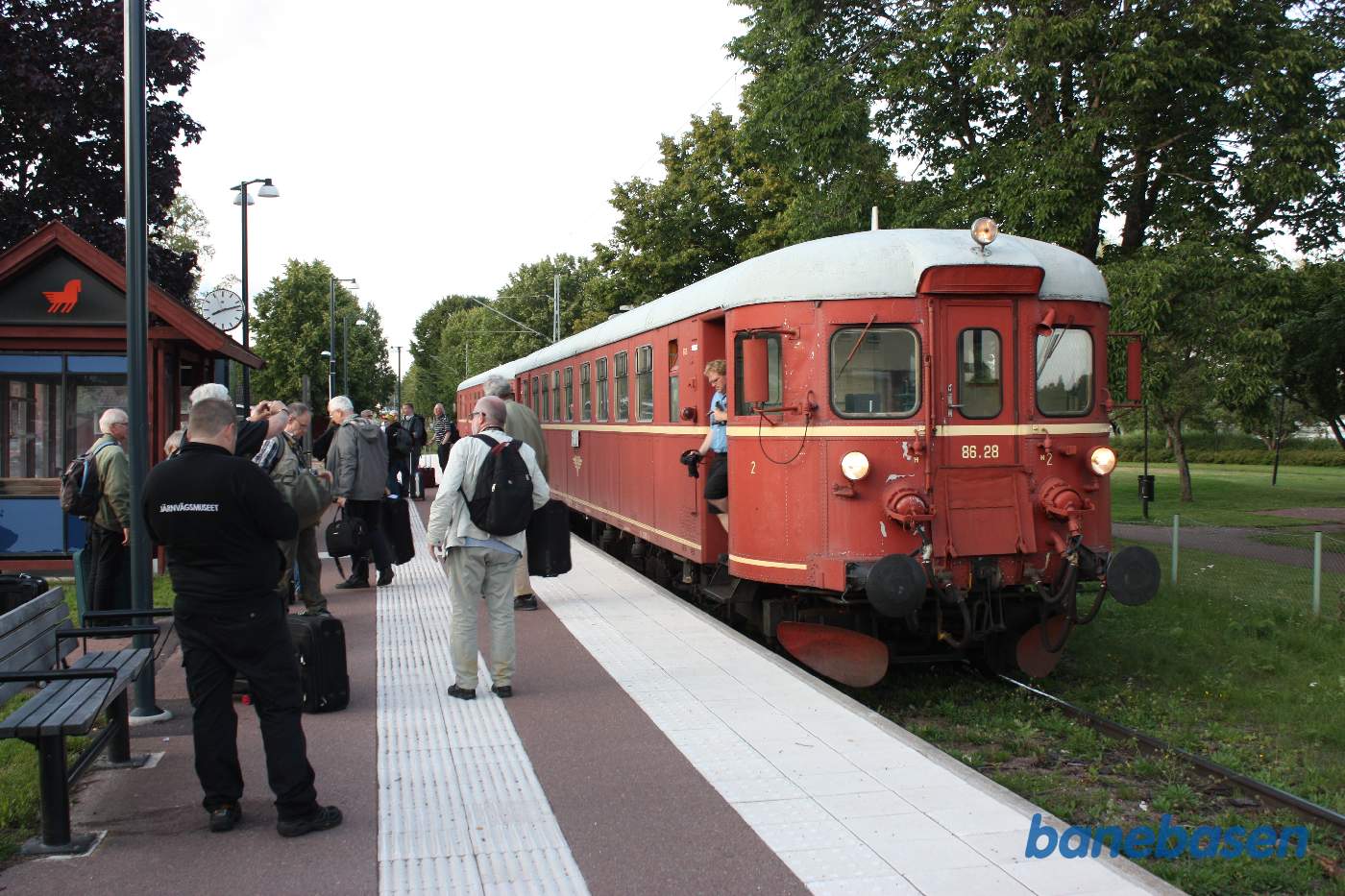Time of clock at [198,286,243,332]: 8:12
